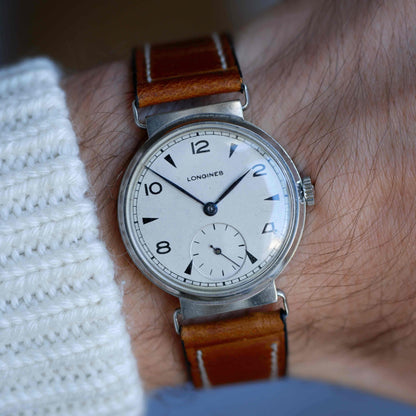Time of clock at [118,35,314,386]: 1:52
